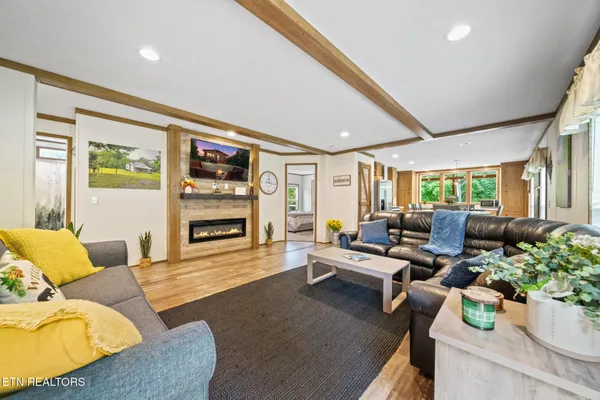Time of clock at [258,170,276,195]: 12:16
